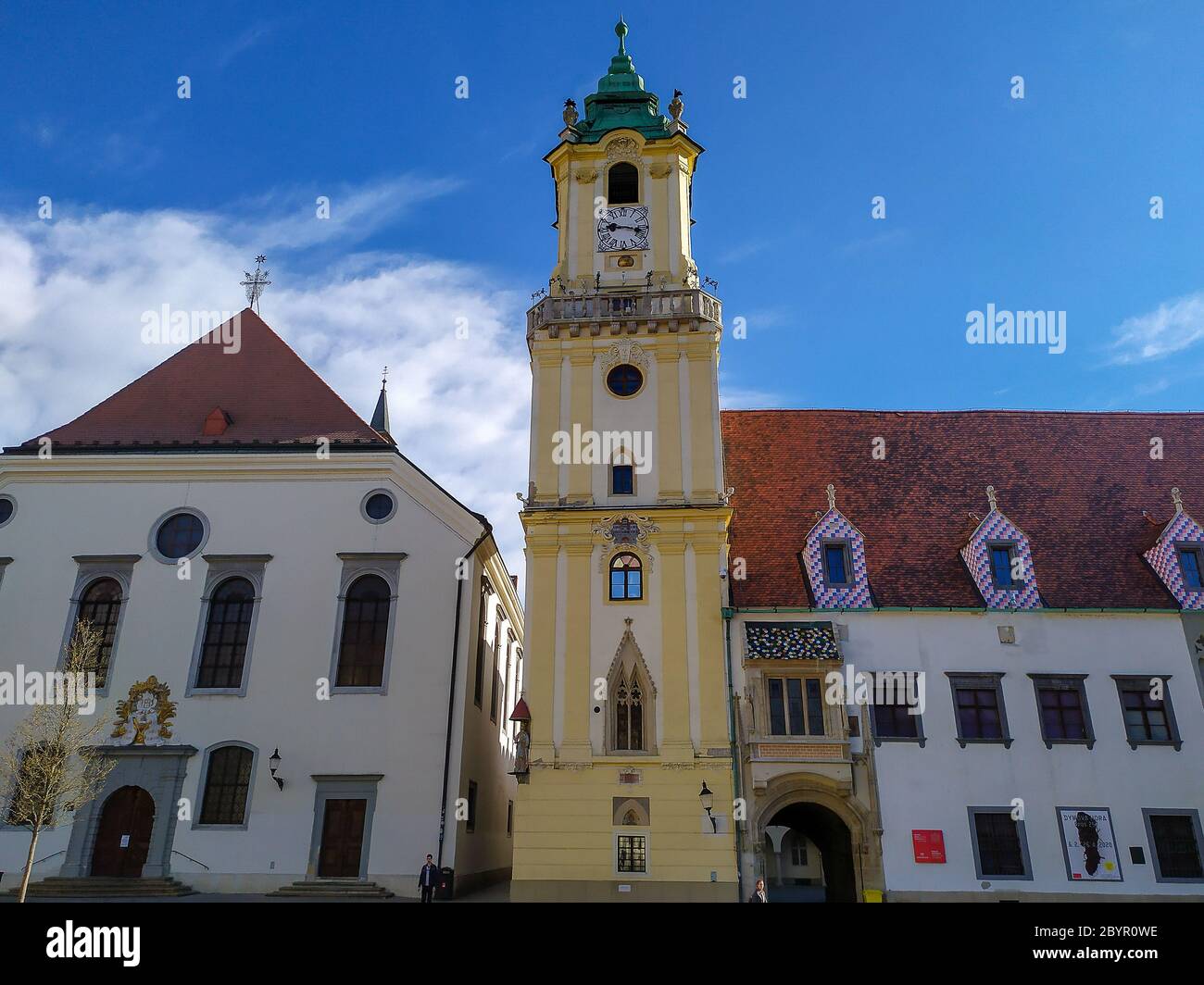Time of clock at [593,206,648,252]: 9:17
